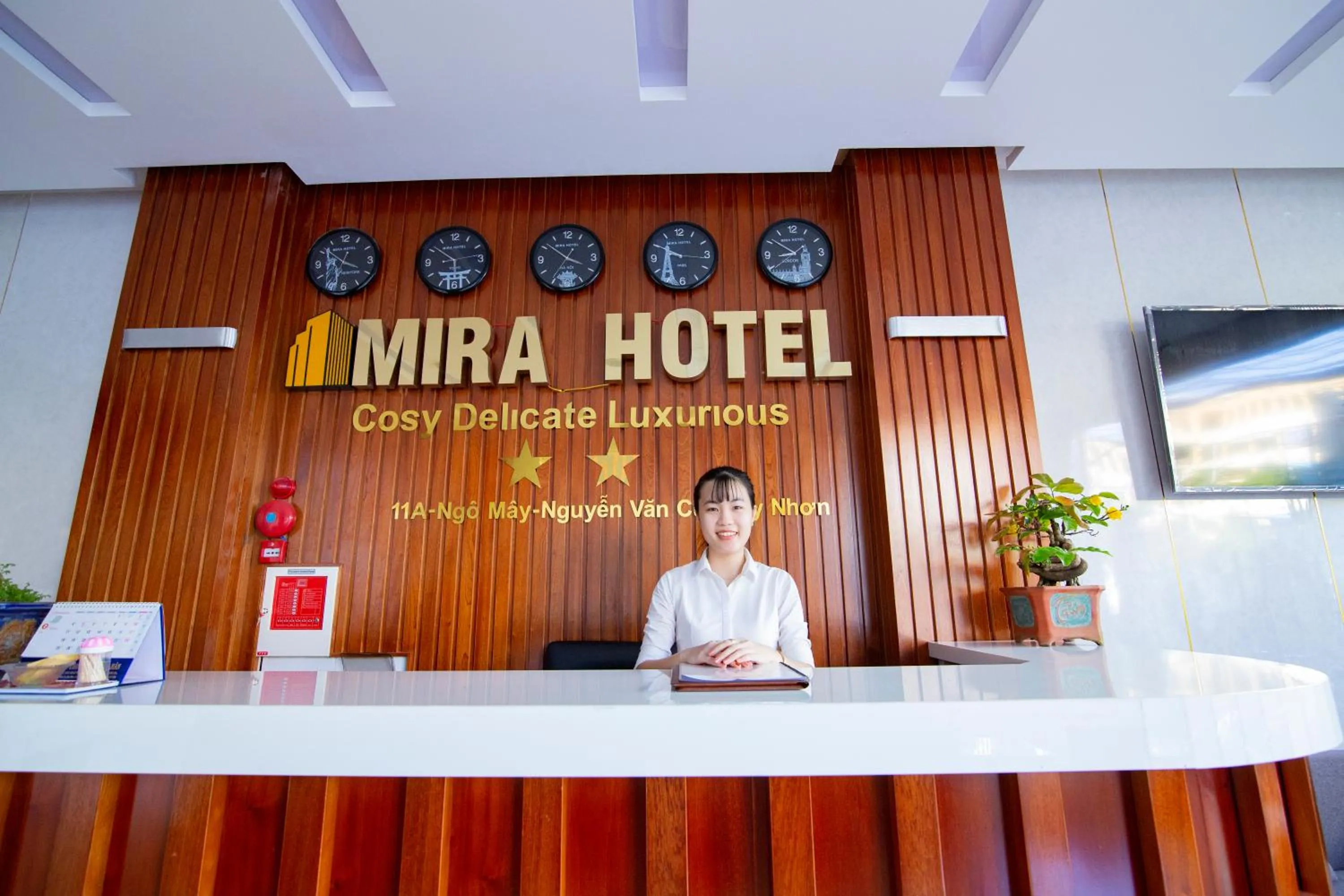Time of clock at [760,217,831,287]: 8:51
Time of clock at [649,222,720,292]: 9:50
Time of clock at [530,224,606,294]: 3:51
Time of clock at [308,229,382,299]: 3:51
